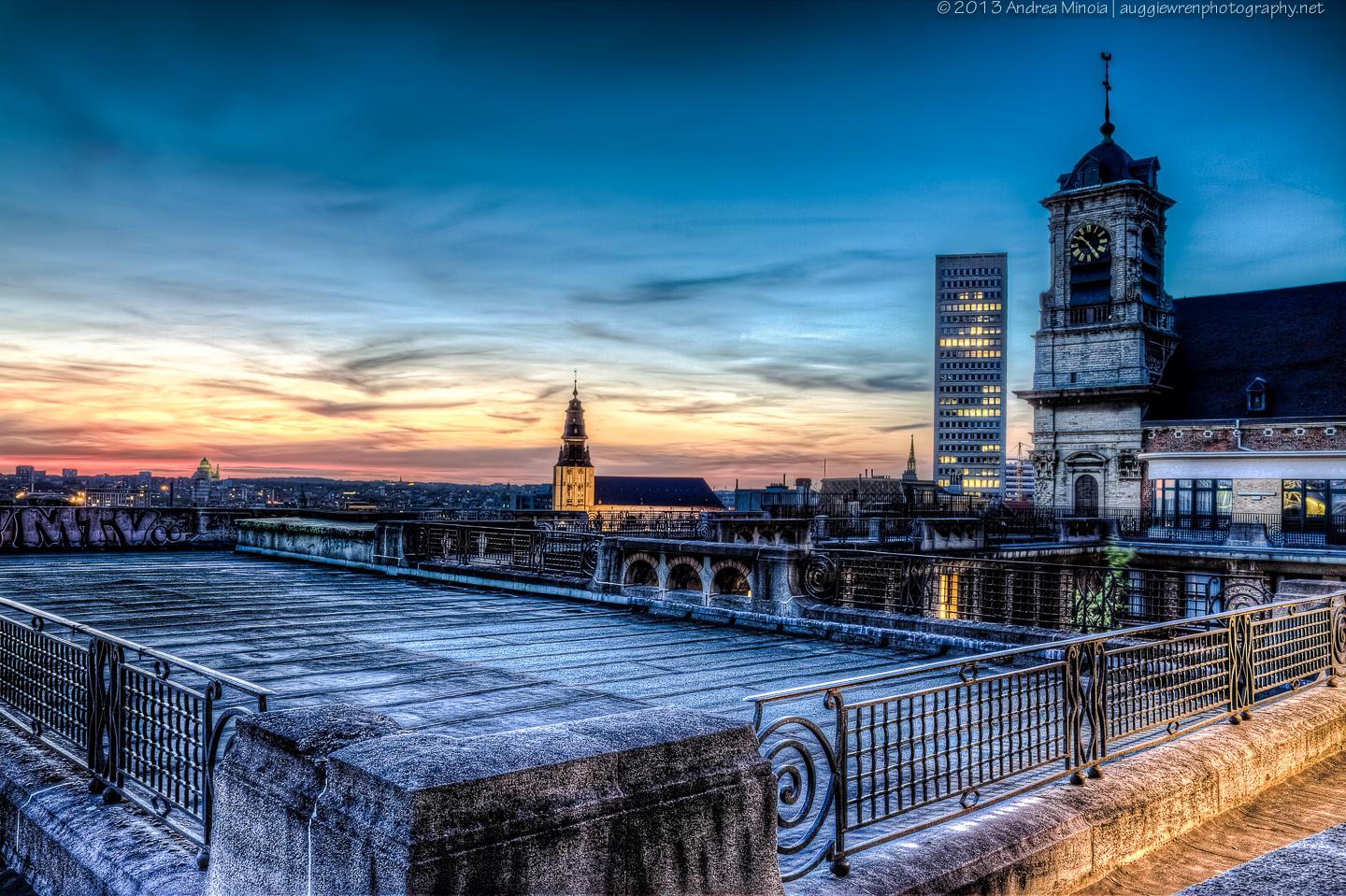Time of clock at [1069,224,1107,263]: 10:24
